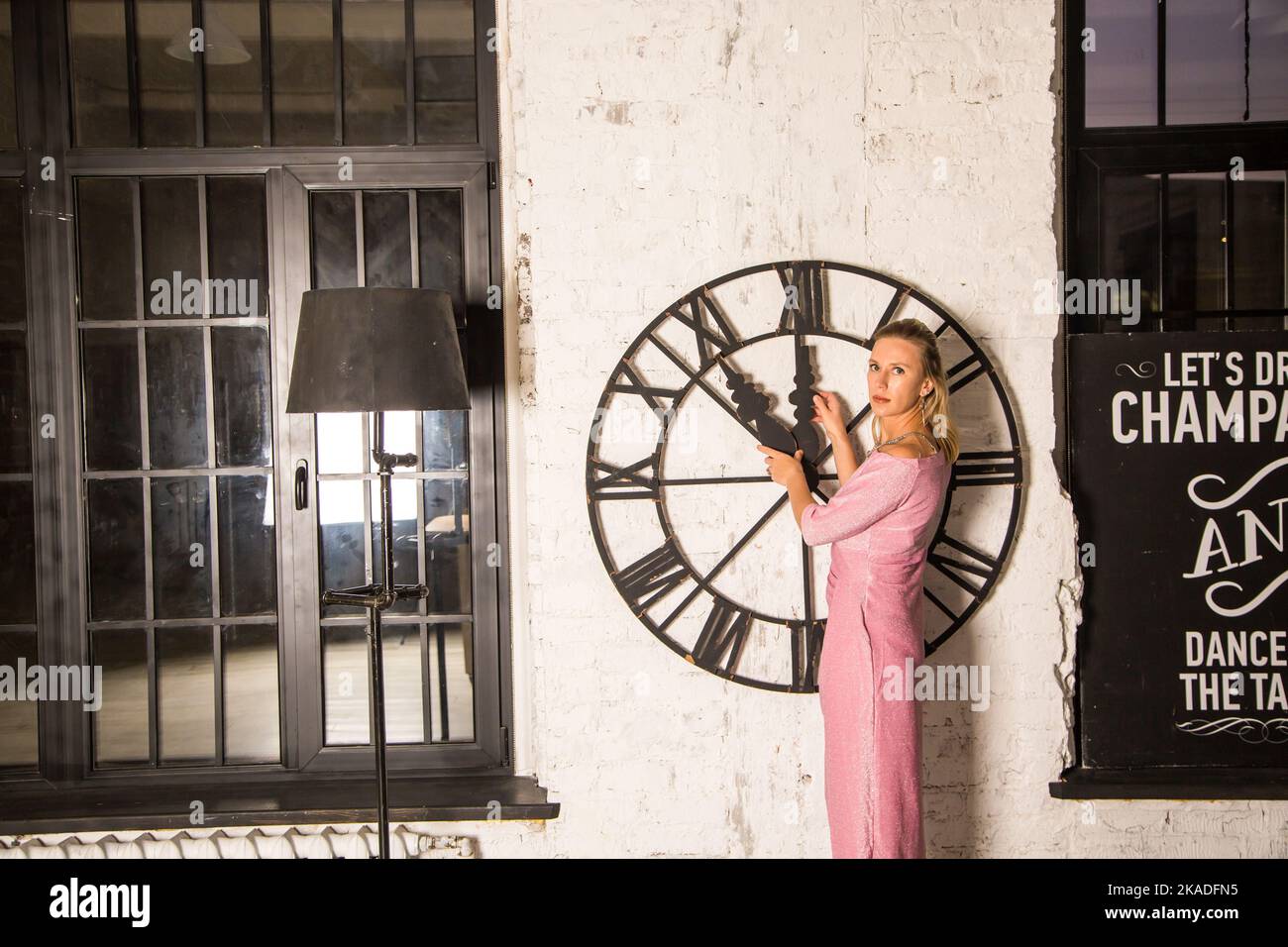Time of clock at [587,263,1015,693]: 11:52
